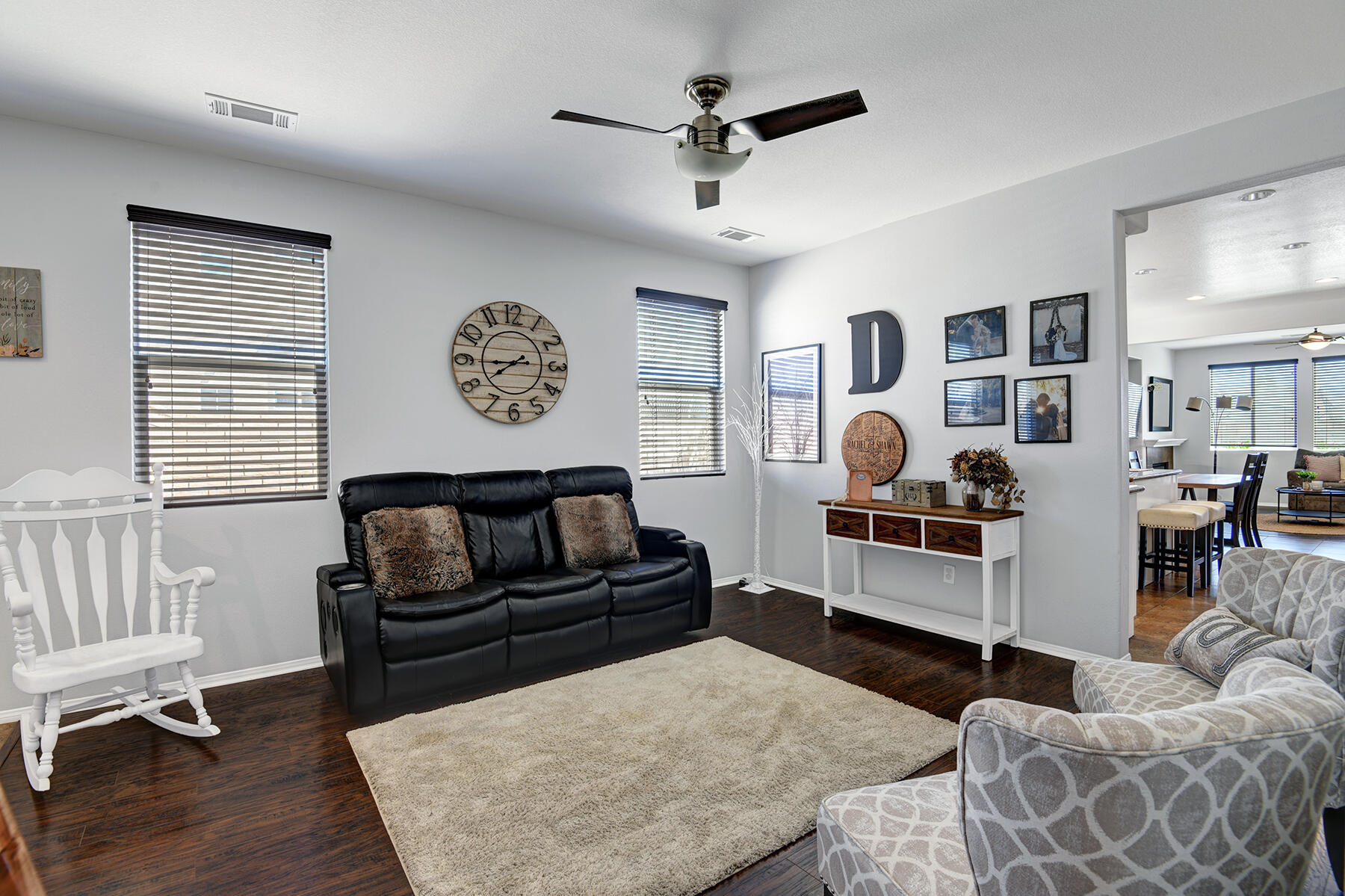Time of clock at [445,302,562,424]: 7:44
